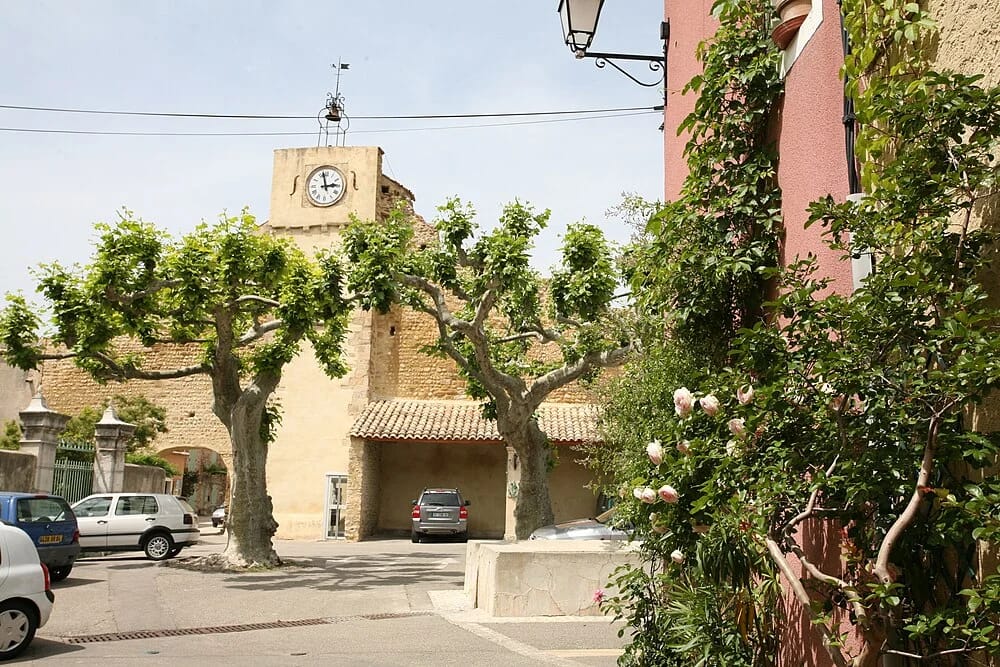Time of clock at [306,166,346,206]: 2:57
